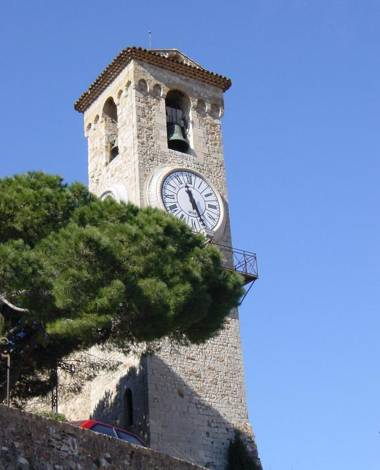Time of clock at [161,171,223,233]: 11:26
